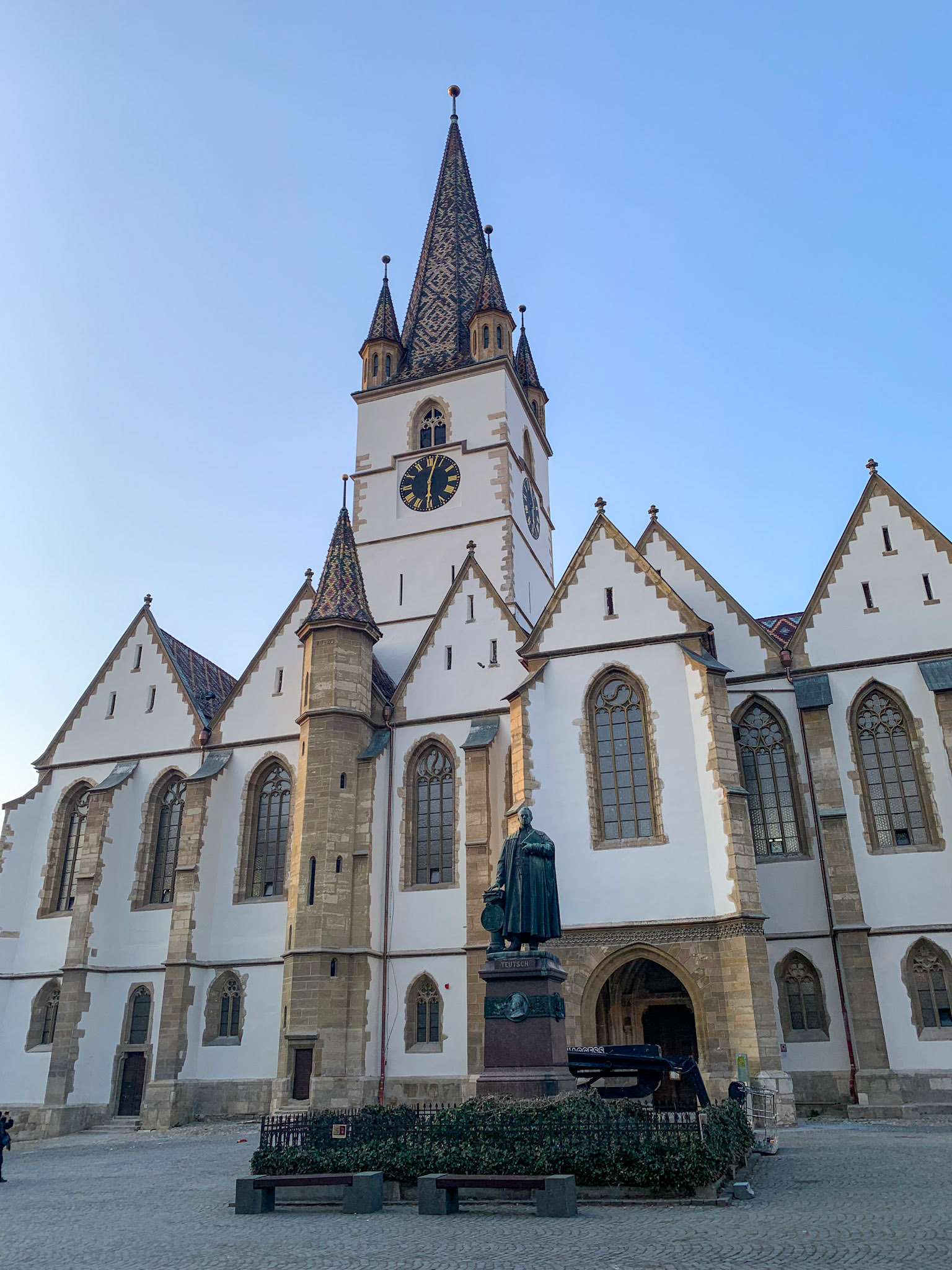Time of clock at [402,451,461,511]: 6:02
